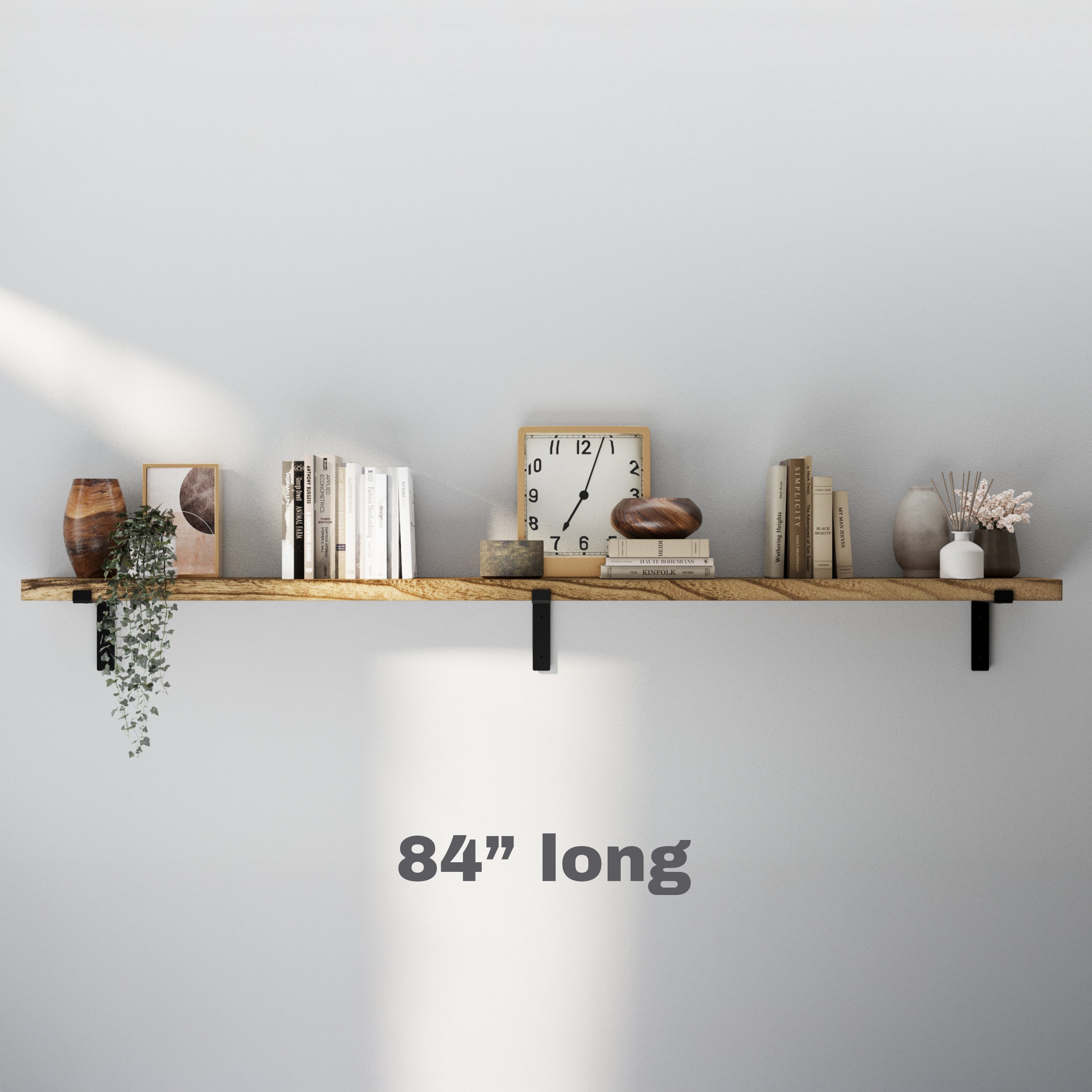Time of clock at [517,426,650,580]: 7:03
